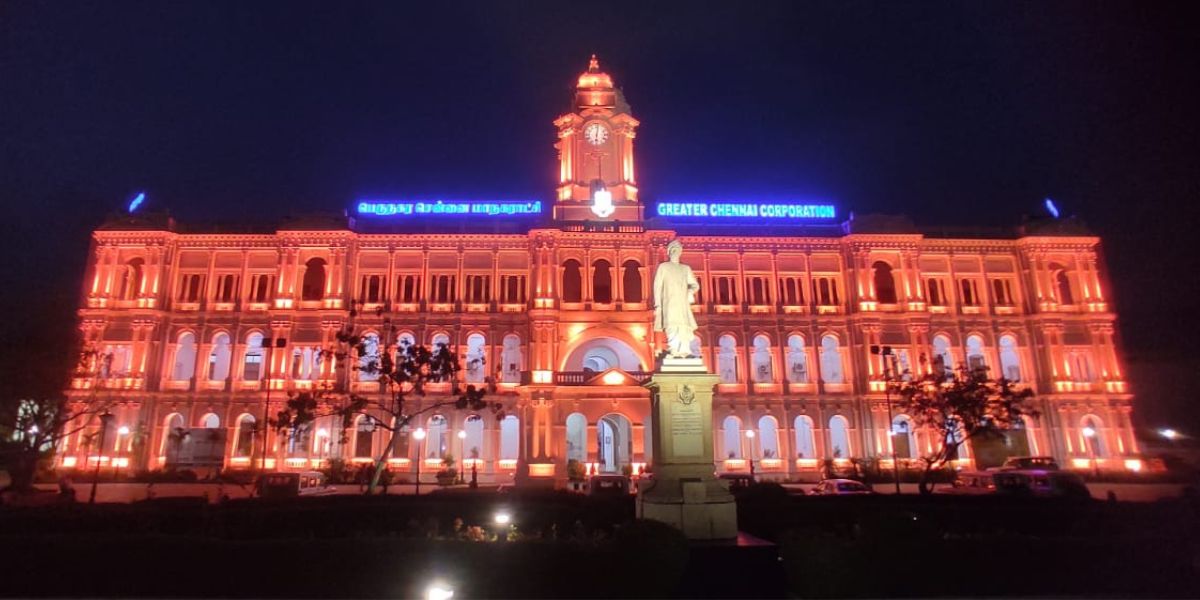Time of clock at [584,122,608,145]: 6:01
